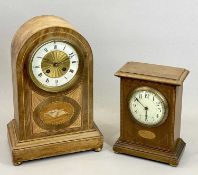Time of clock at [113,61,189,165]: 5:51
